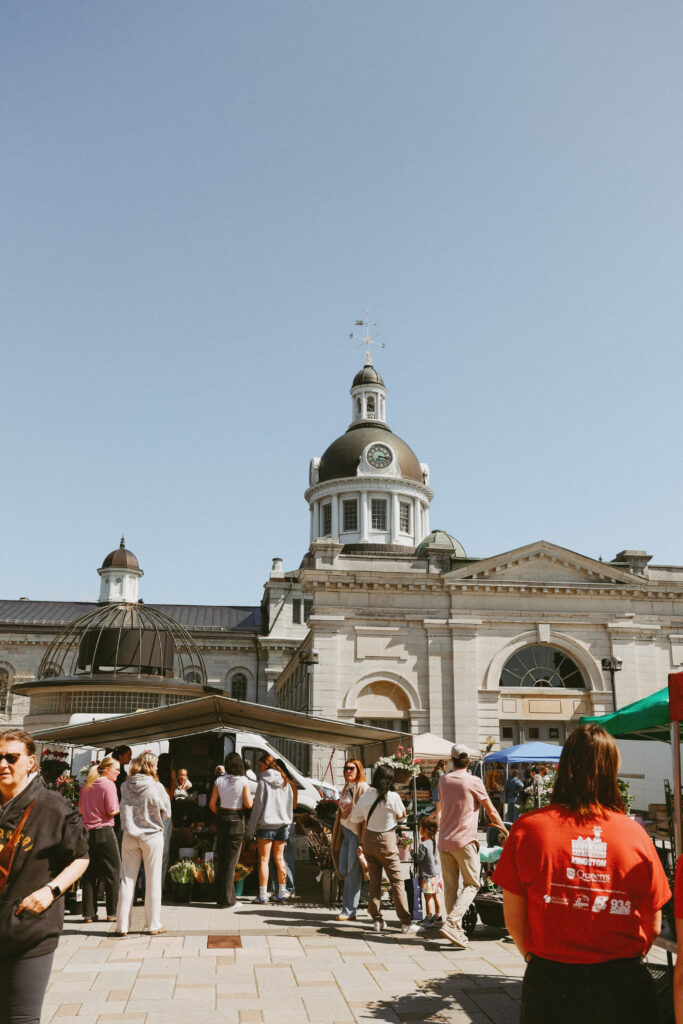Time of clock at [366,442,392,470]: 7:16
